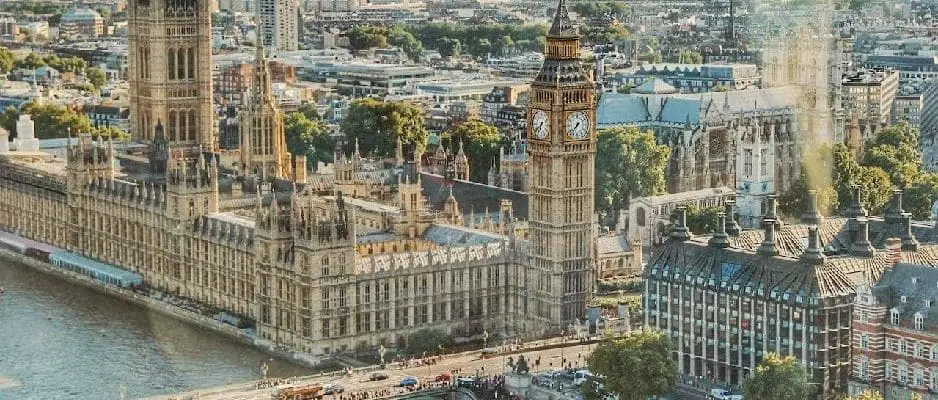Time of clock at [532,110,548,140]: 6:38
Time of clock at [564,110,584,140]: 7:37
